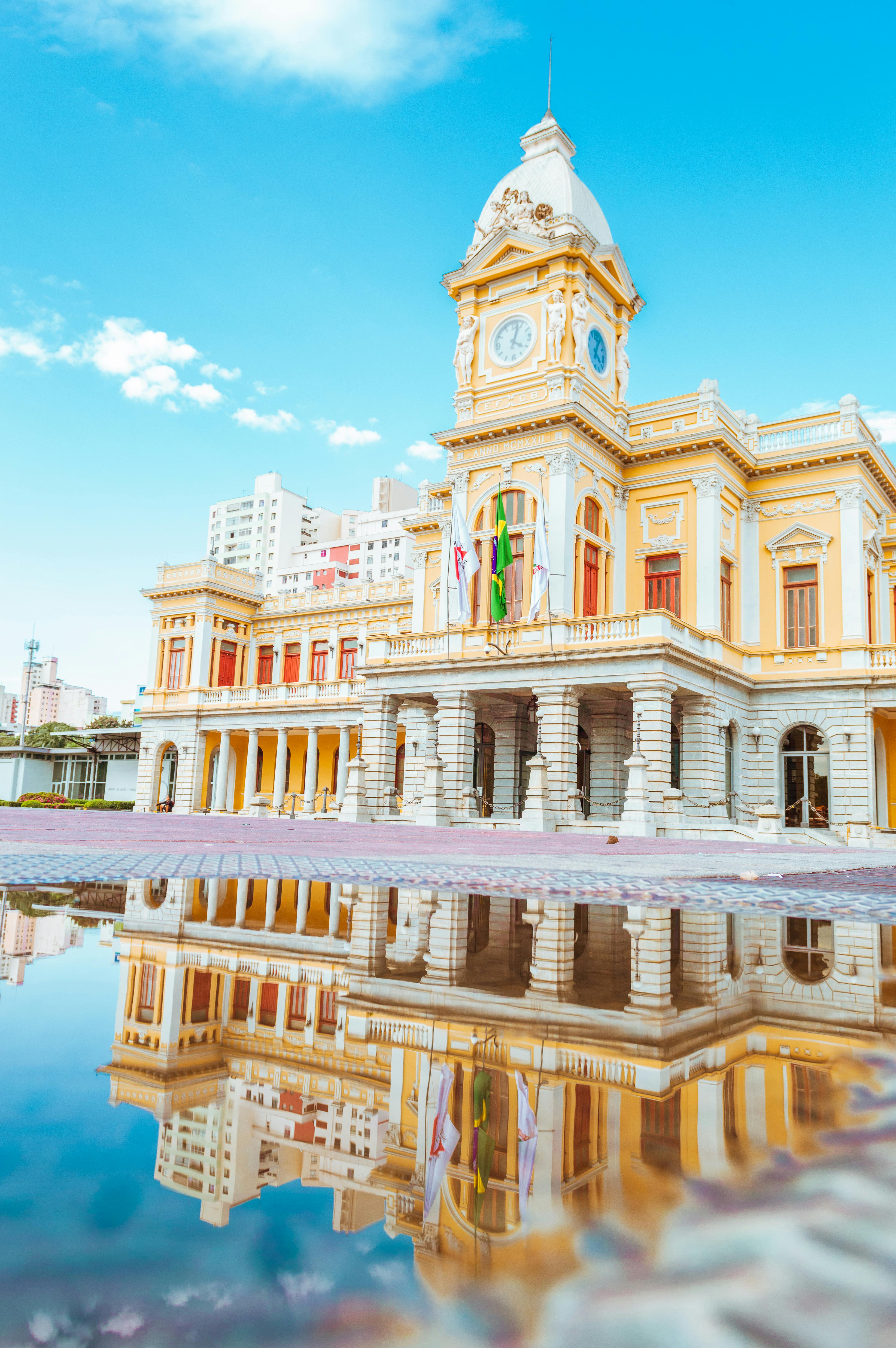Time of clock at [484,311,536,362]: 4:02
